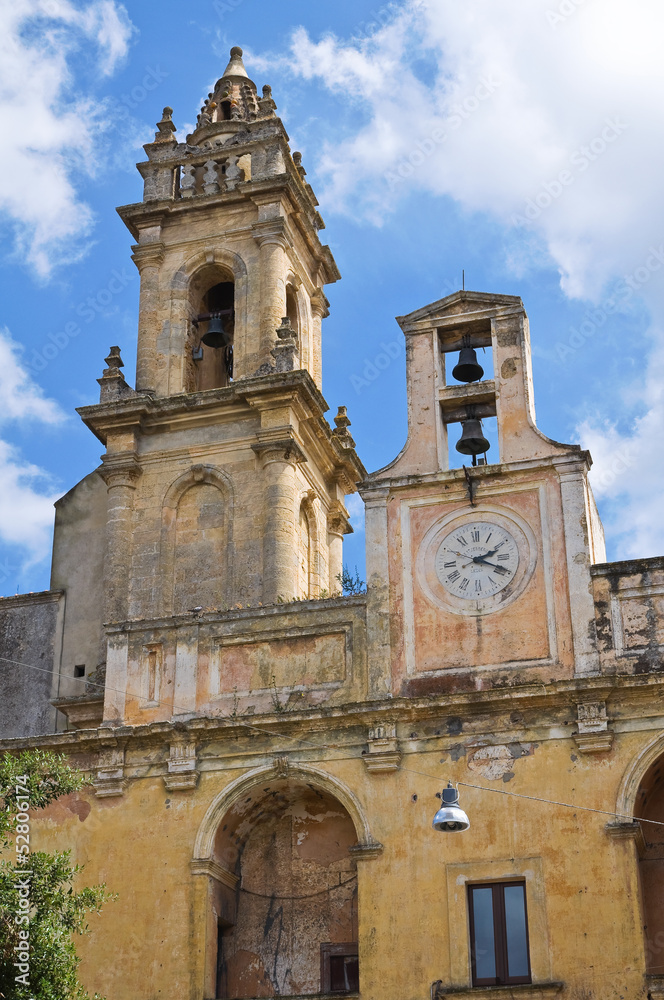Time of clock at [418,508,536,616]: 2:19
